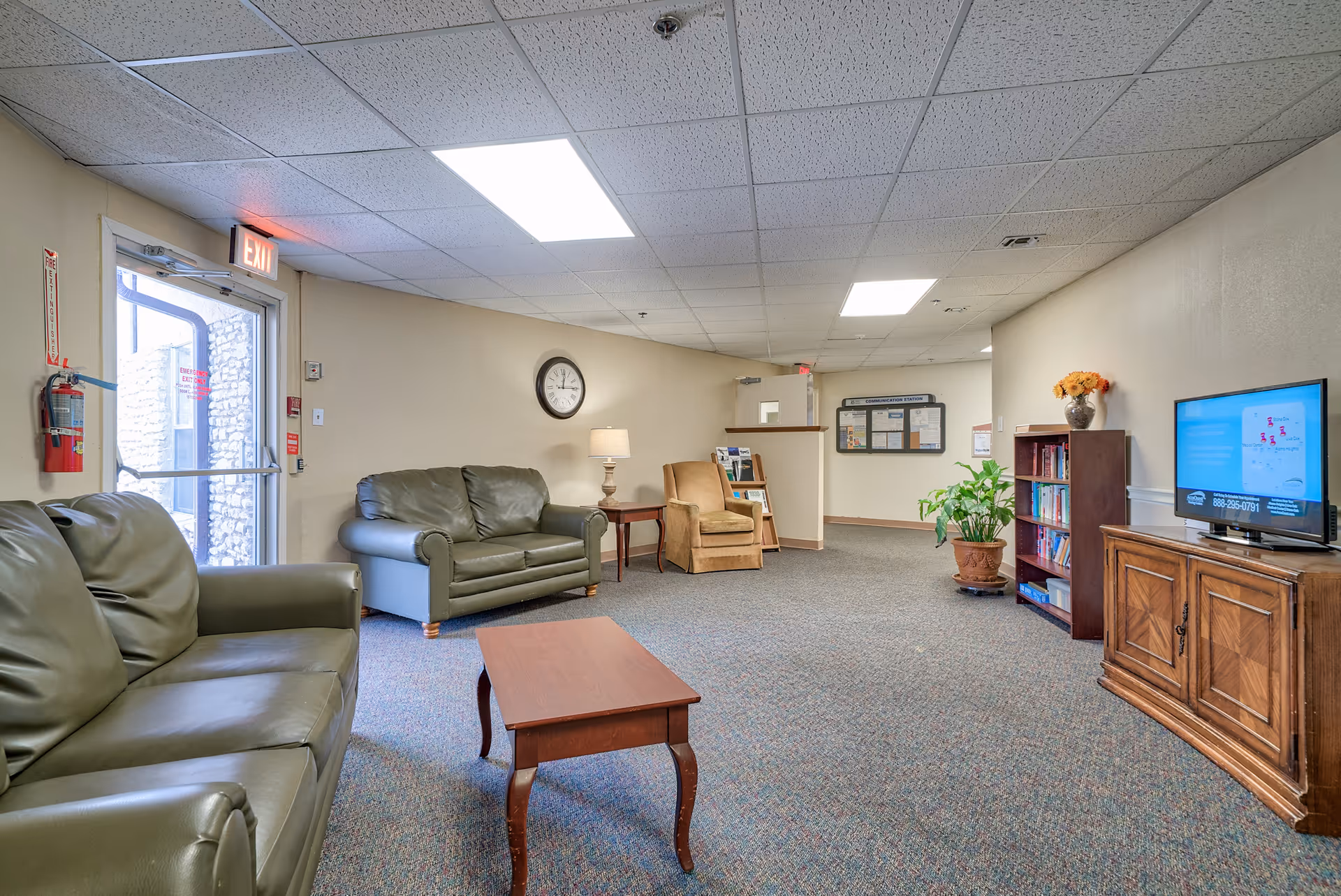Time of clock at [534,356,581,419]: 12:14
